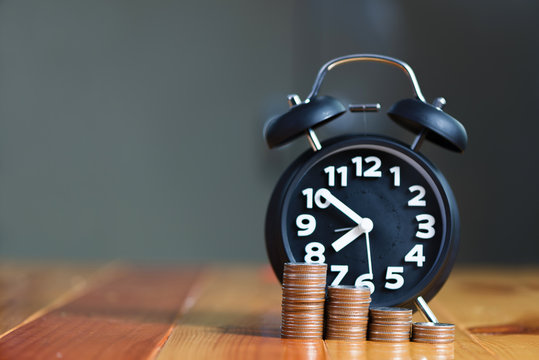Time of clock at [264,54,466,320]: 7:51
